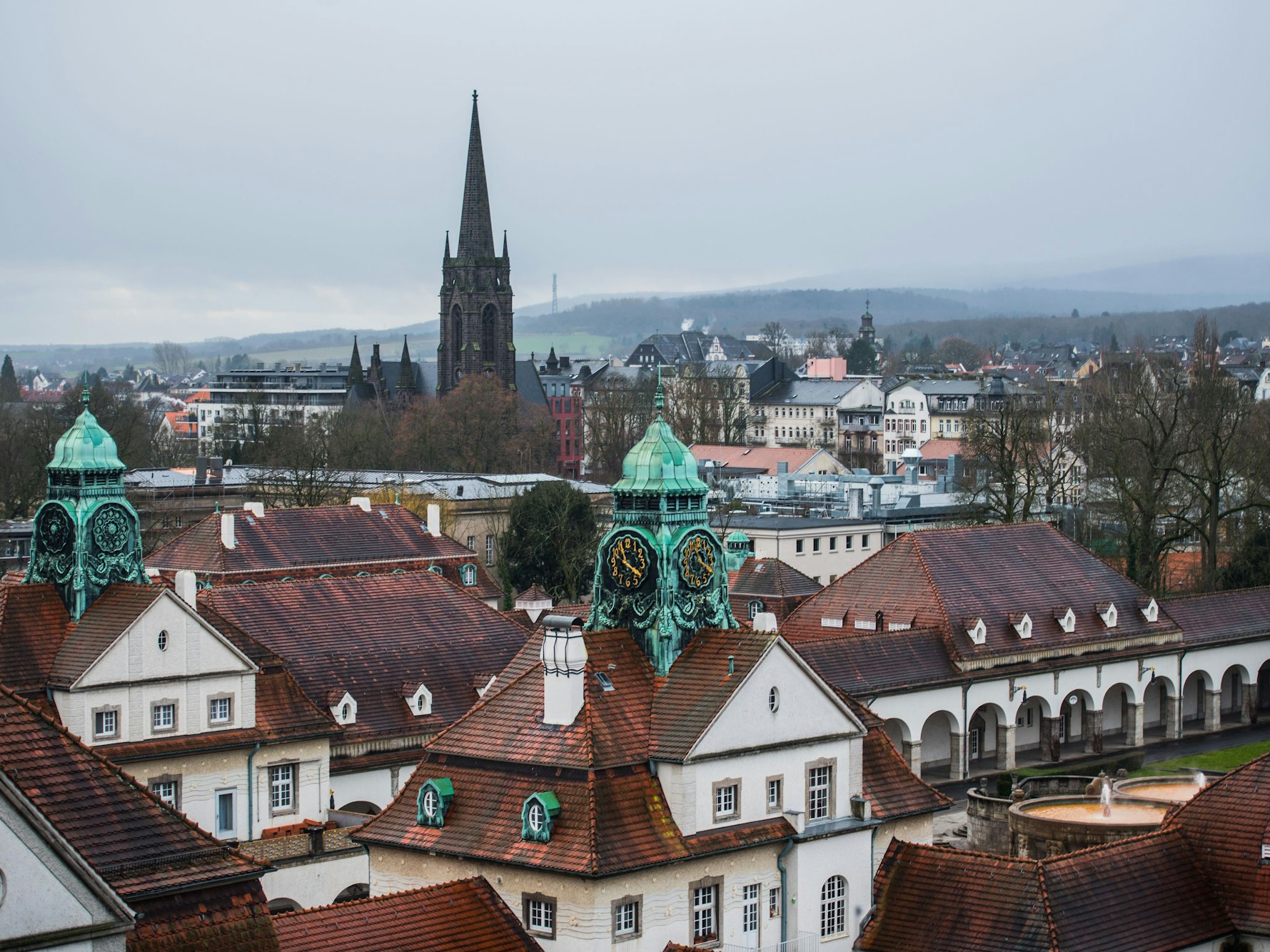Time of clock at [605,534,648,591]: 11:20
